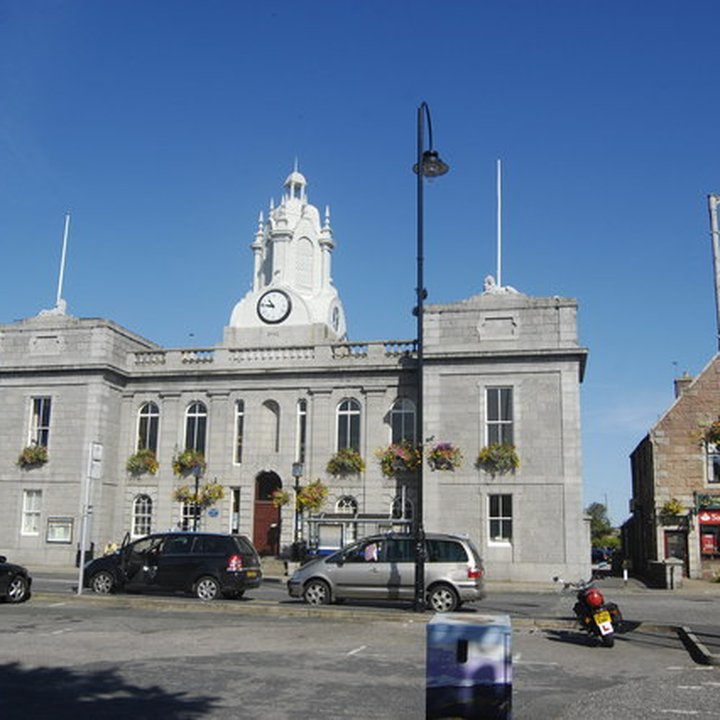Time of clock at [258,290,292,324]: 10:46
